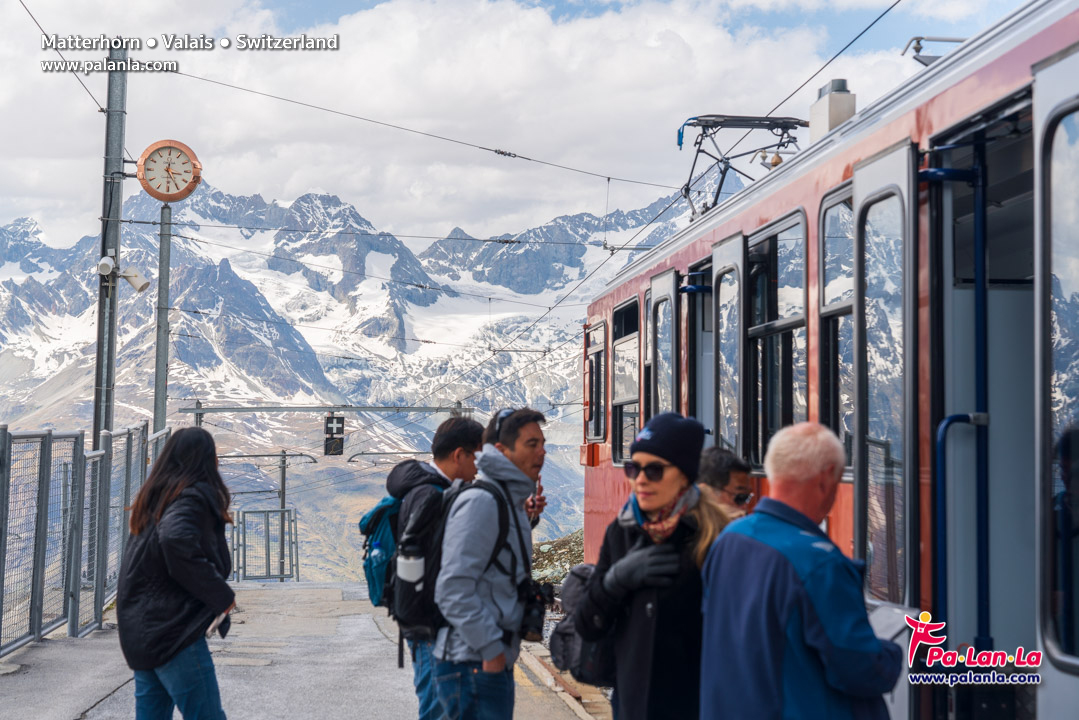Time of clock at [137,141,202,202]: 3:24
